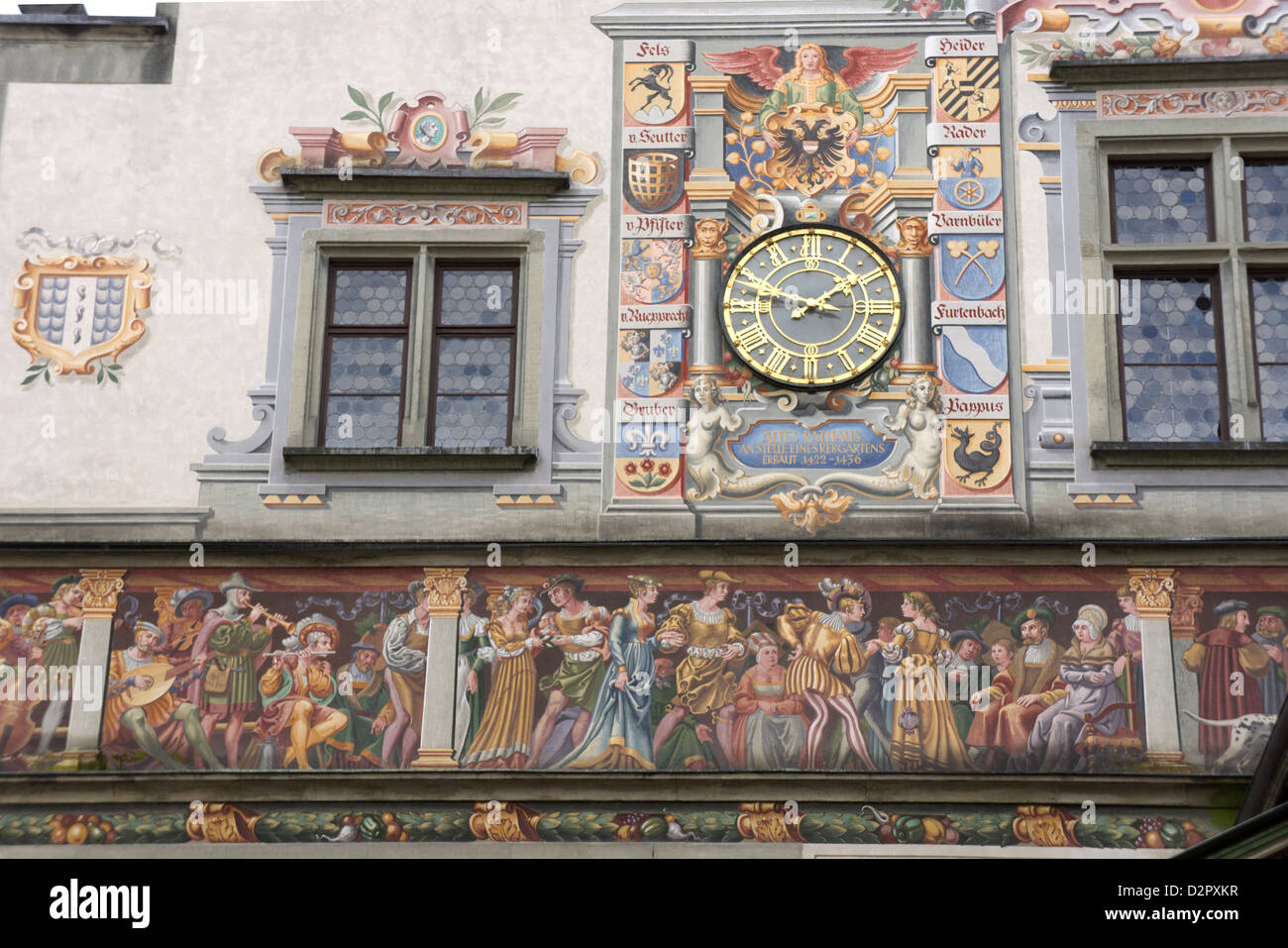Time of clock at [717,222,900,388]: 1:47
